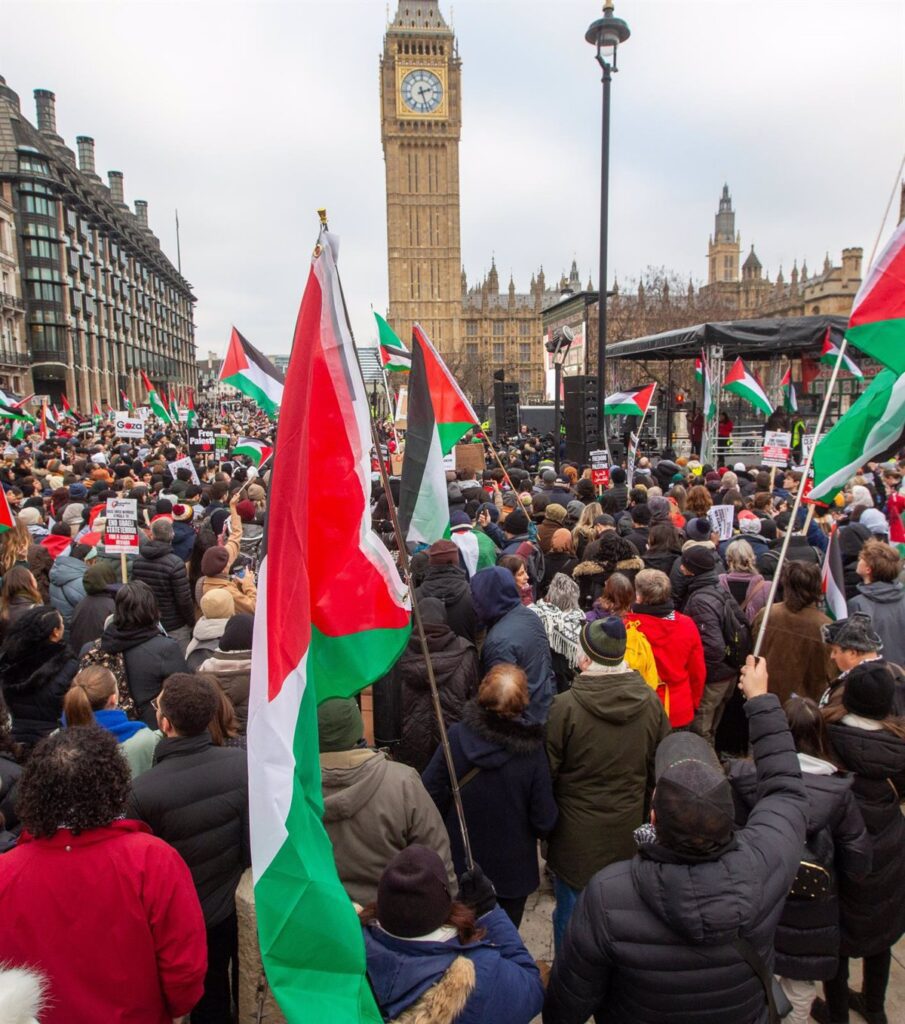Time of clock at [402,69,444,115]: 2:27
